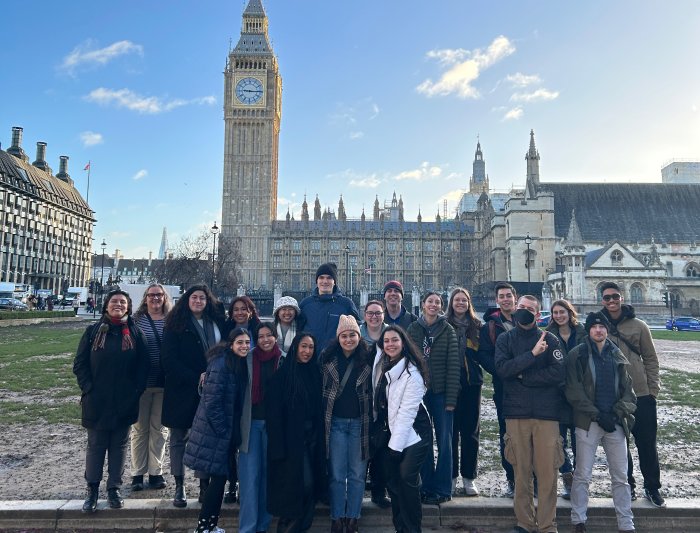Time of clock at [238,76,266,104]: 9:15
